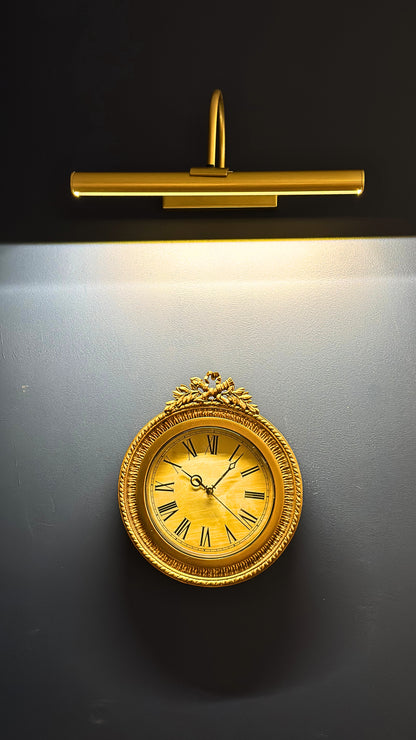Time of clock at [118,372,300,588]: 10:06
